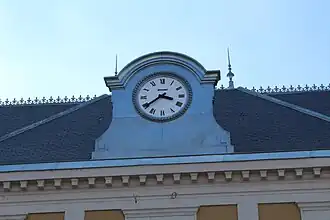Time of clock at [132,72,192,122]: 3:39
